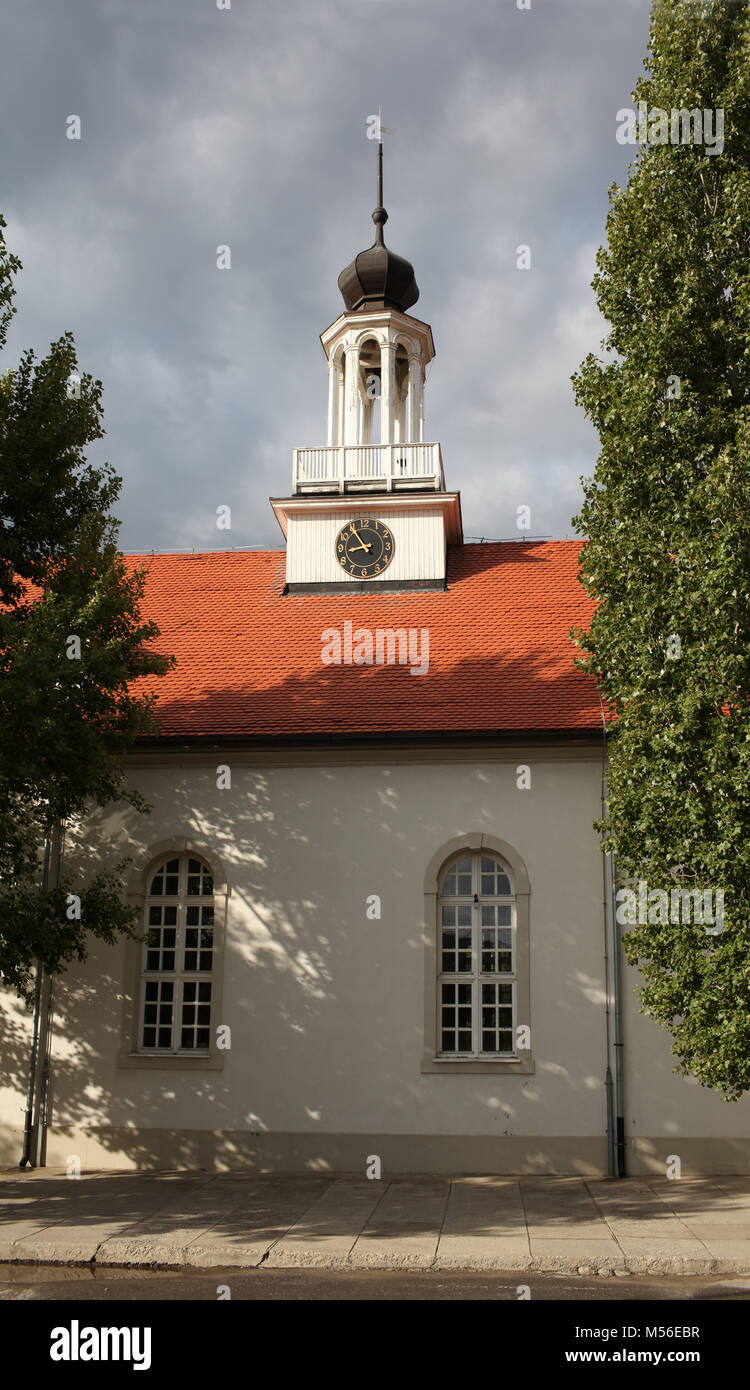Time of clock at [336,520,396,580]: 8:54
